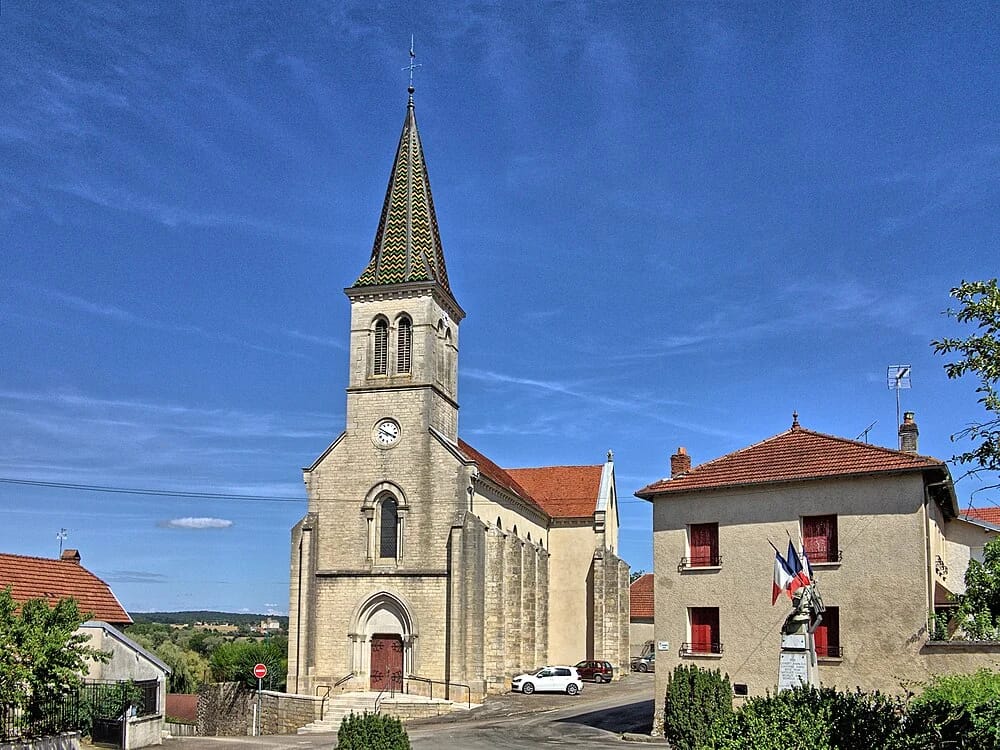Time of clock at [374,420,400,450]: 3:49
